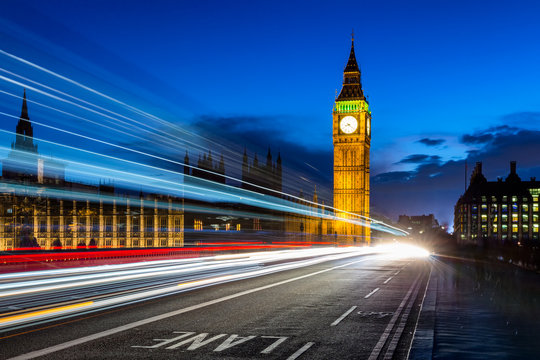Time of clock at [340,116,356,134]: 8:21
